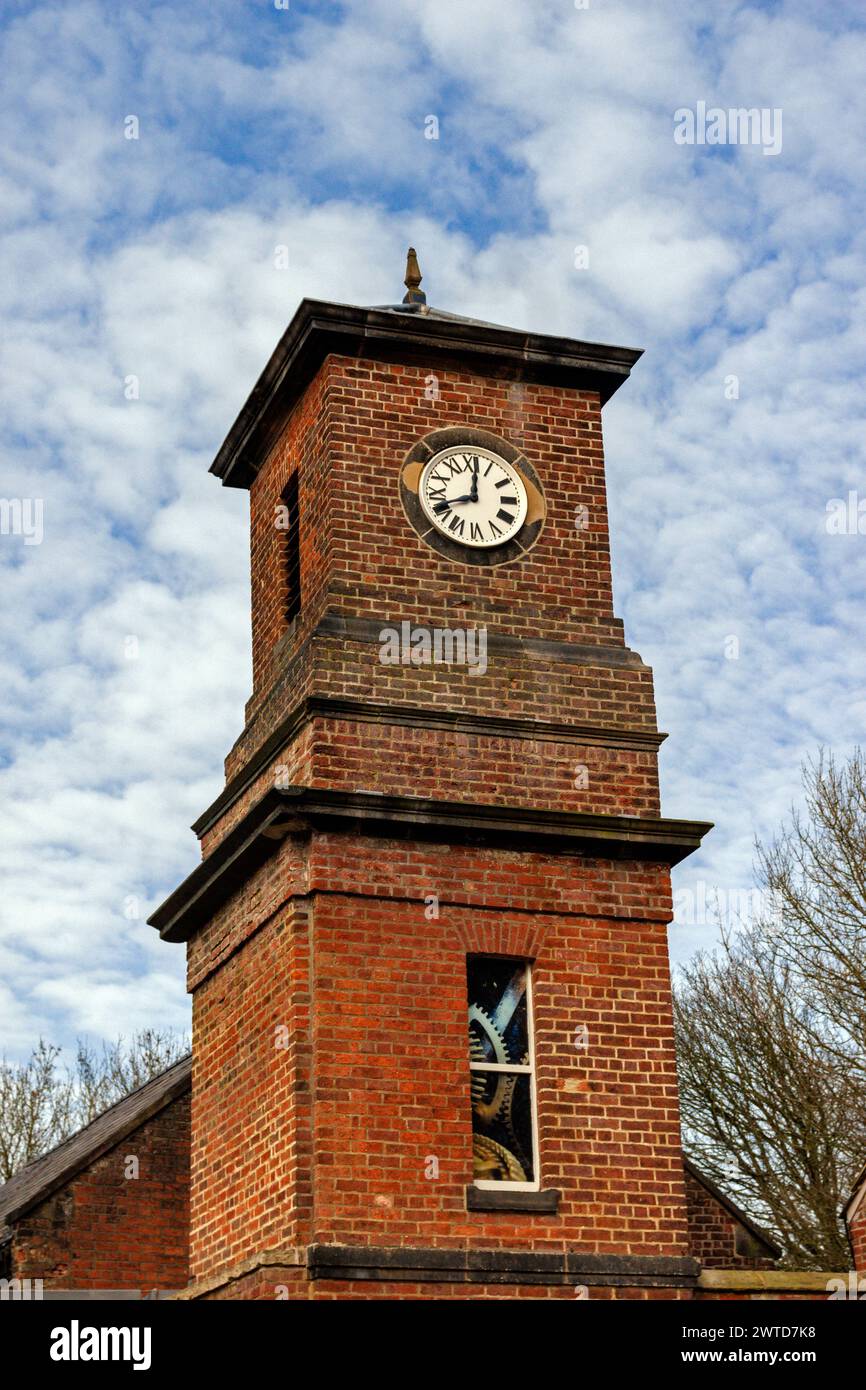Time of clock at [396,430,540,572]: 8:01
